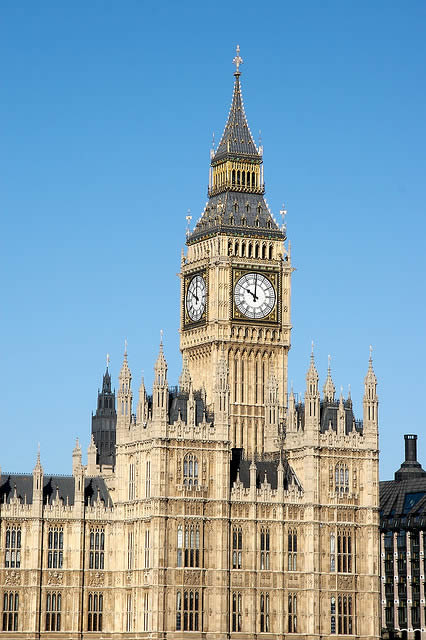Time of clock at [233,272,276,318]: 10:00
